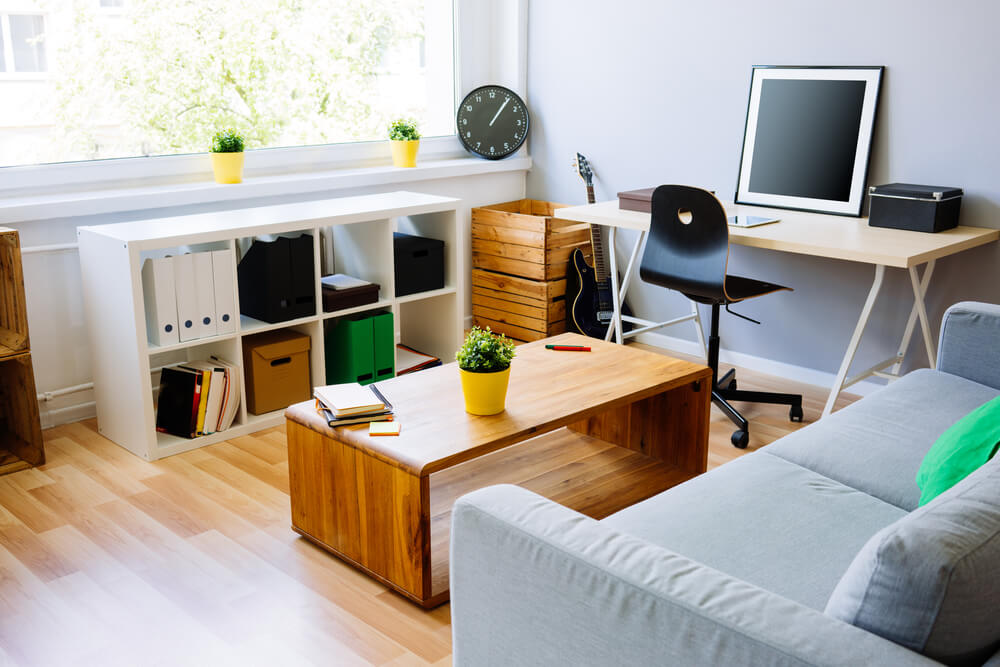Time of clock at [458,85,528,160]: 1:05
